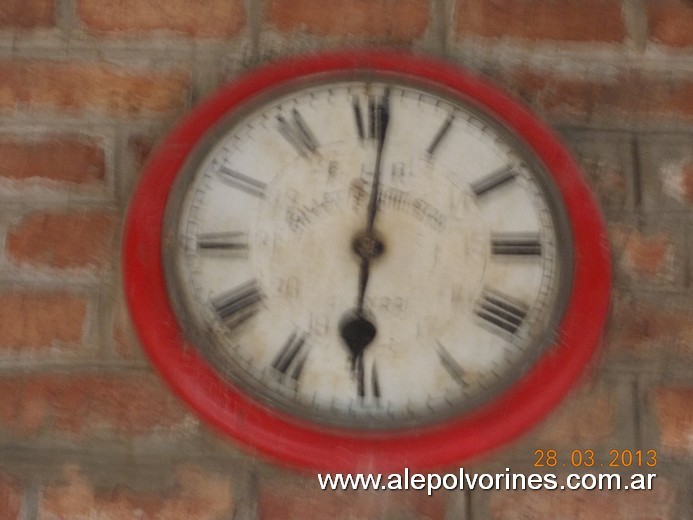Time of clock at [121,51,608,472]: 6:01
